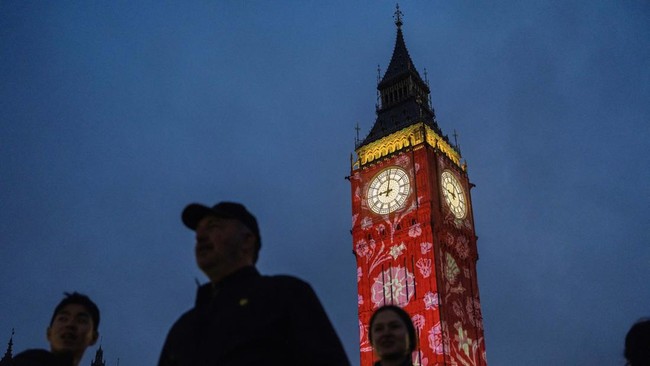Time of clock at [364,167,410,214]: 9:01
